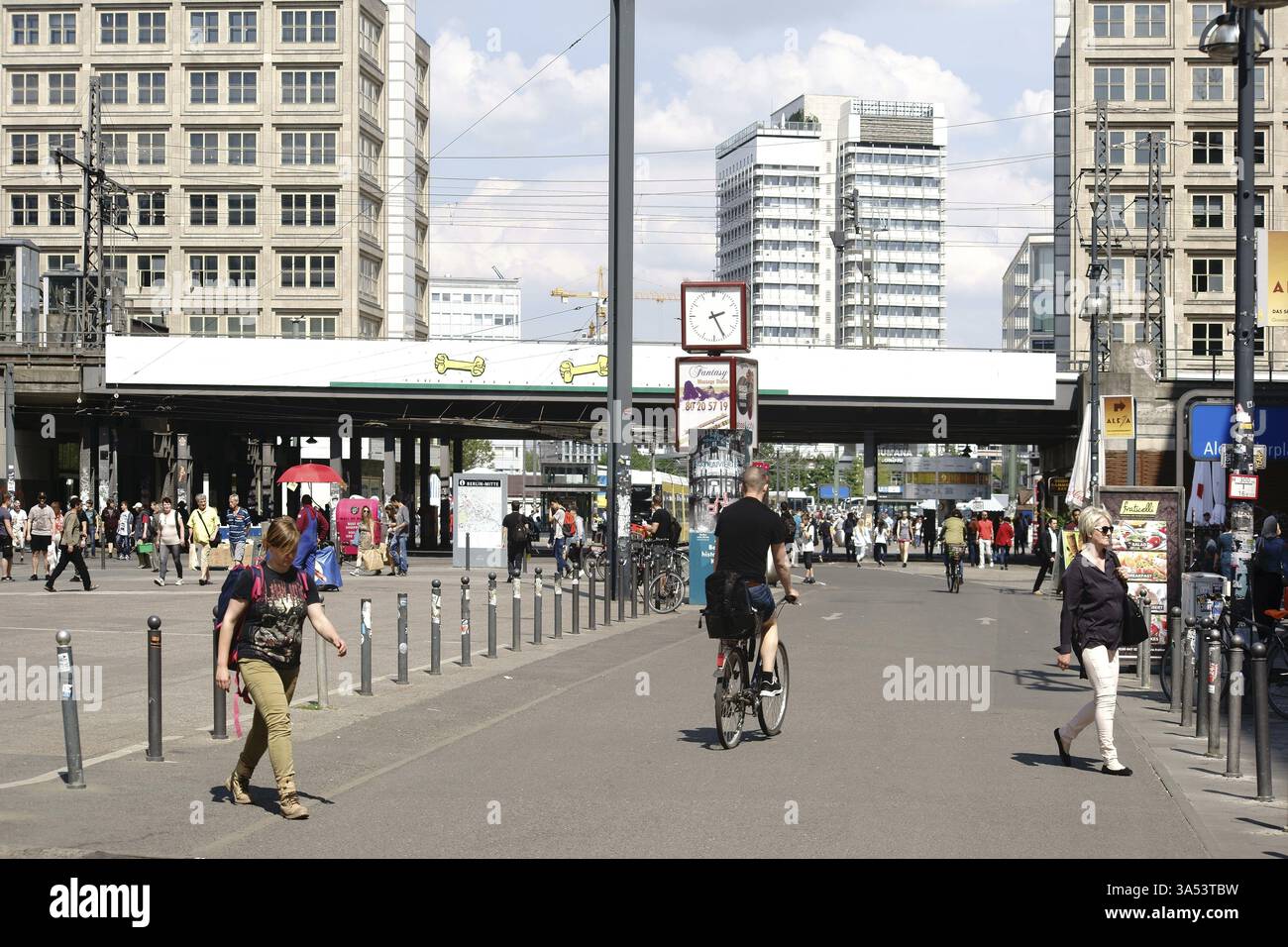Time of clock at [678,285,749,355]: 2:25
